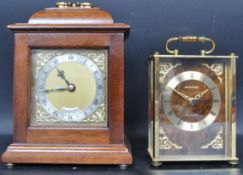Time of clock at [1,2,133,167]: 10:43
